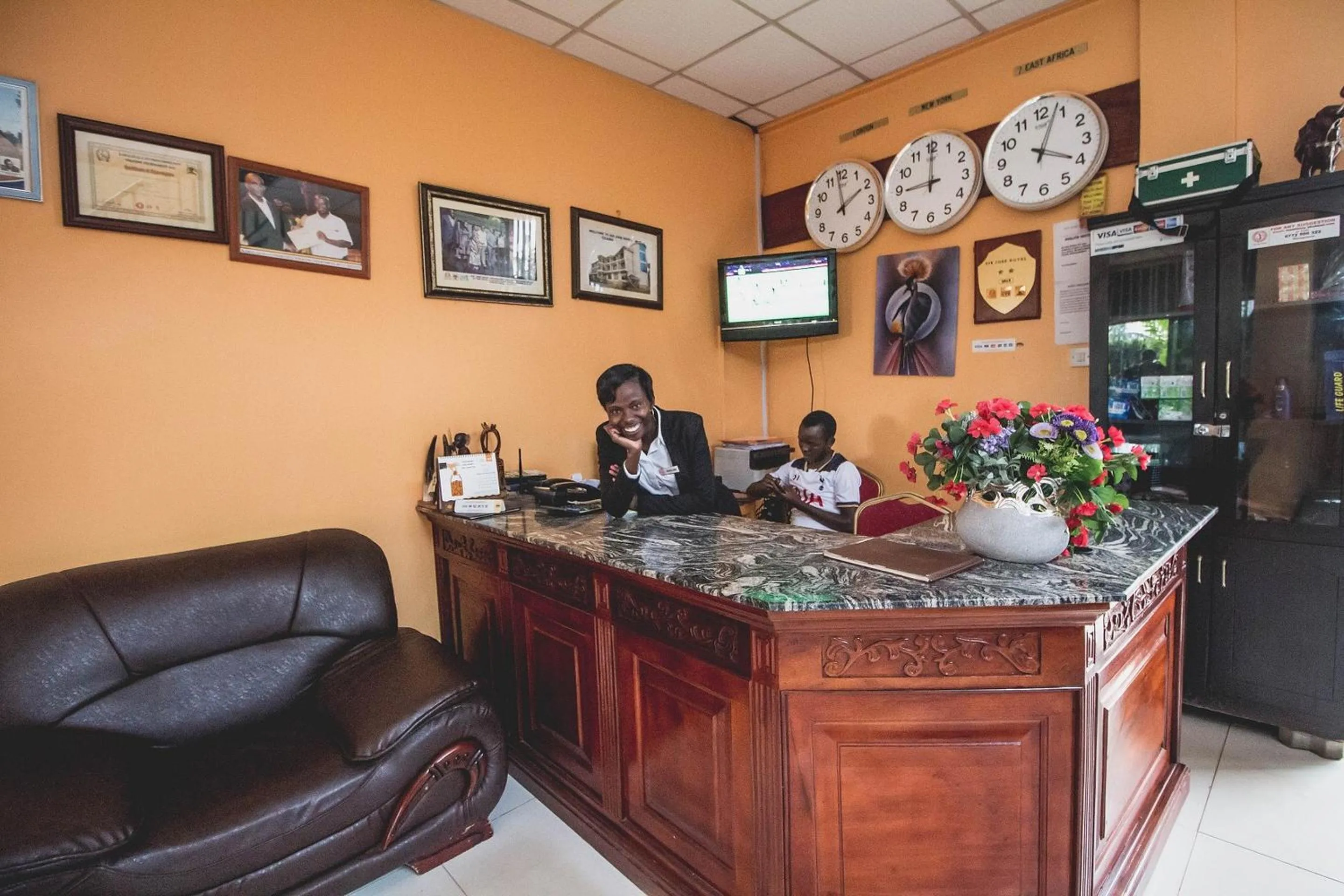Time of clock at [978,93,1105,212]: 4:03
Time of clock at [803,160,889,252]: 1:58
